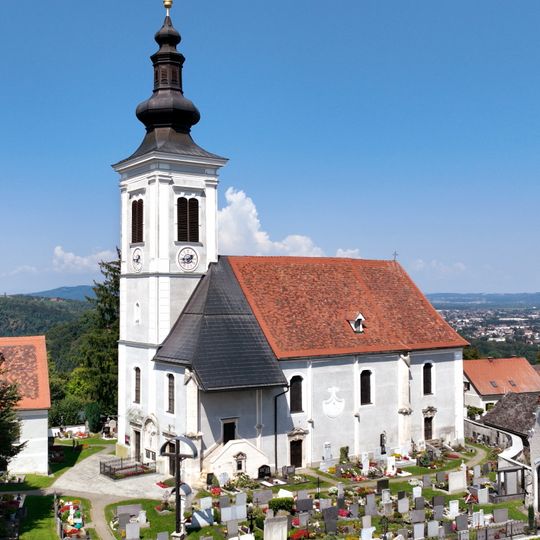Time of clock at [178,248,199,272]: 1:43
